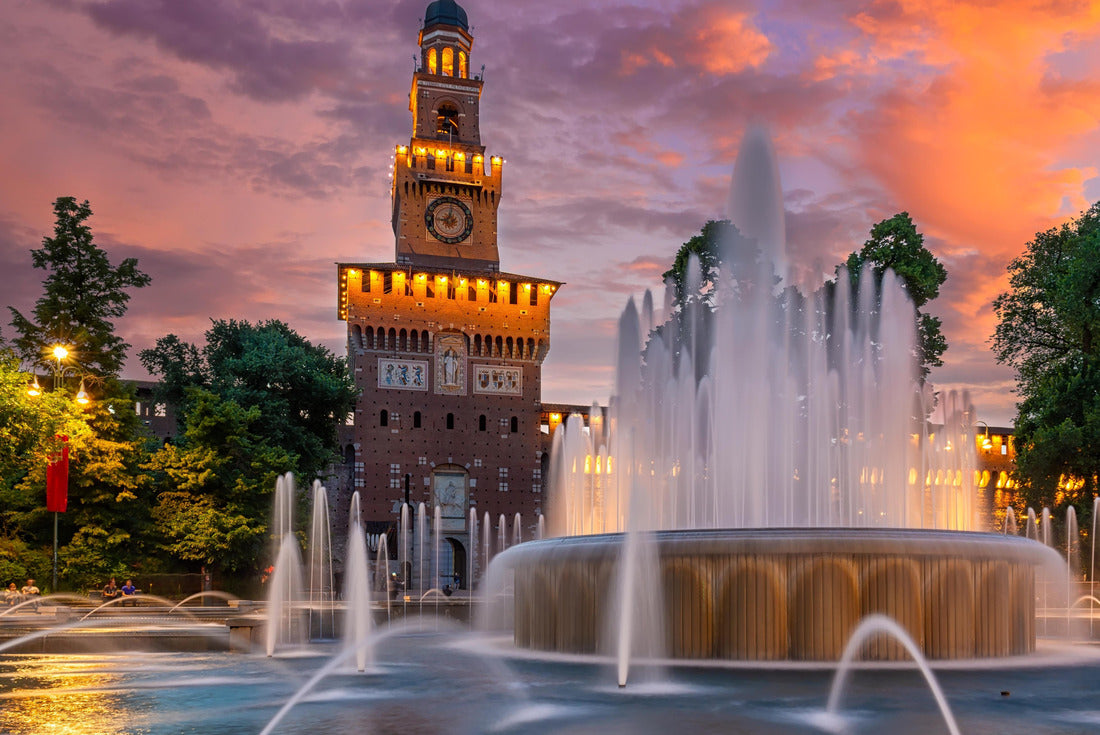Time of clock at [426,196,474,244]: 9:01
